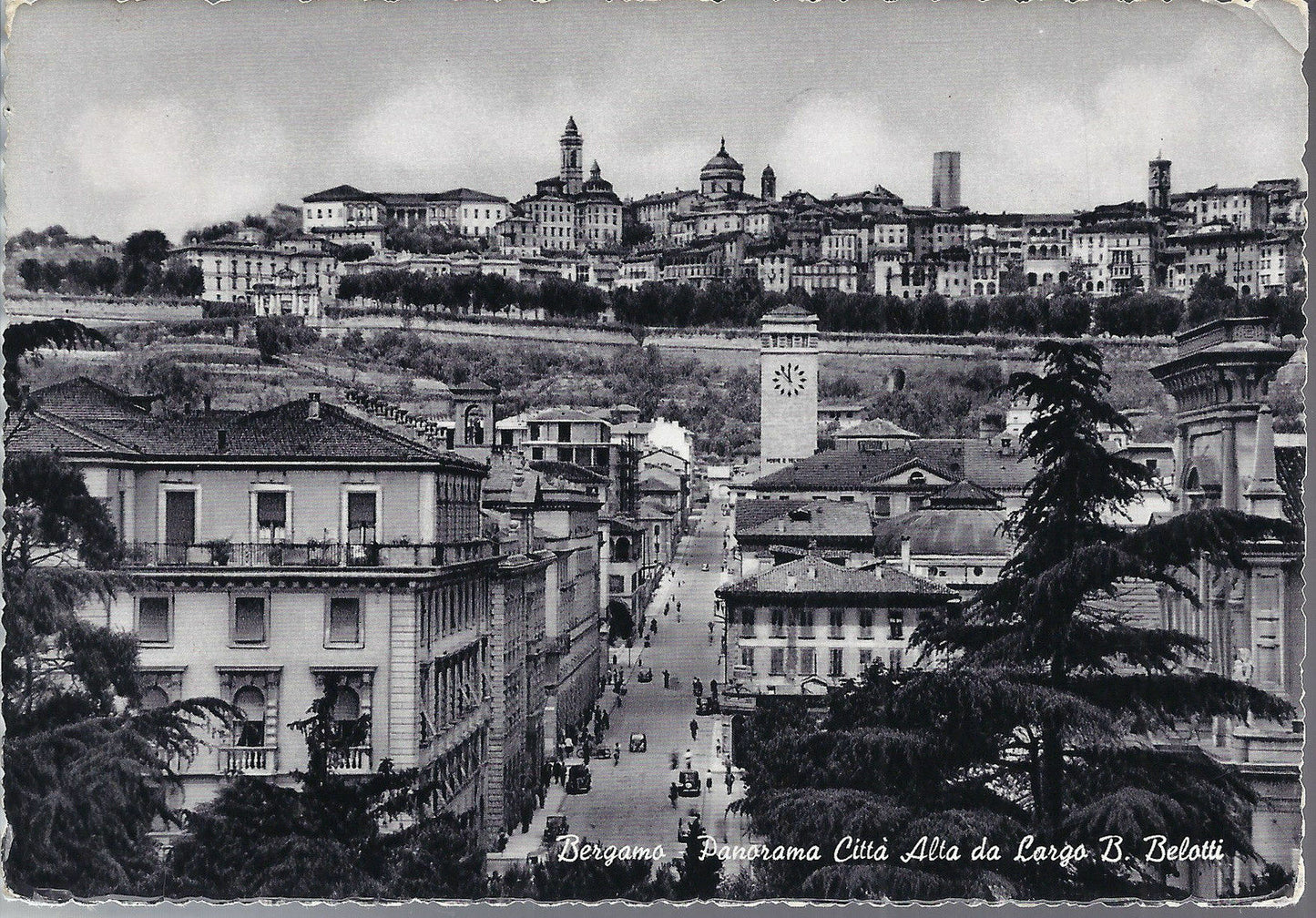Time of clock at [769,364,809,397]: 11:53
